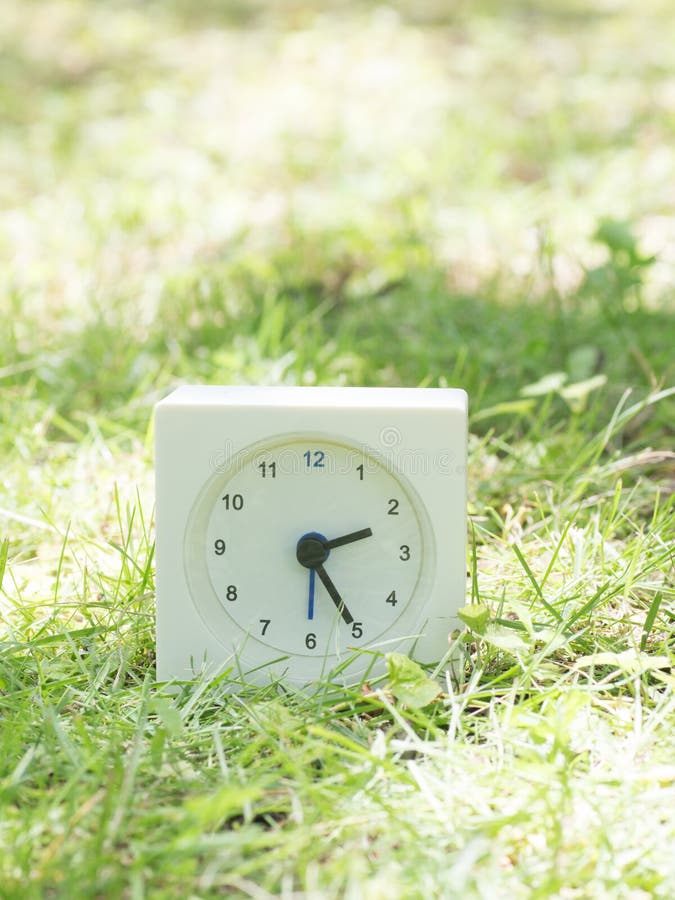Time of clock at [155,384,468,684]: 2:24
